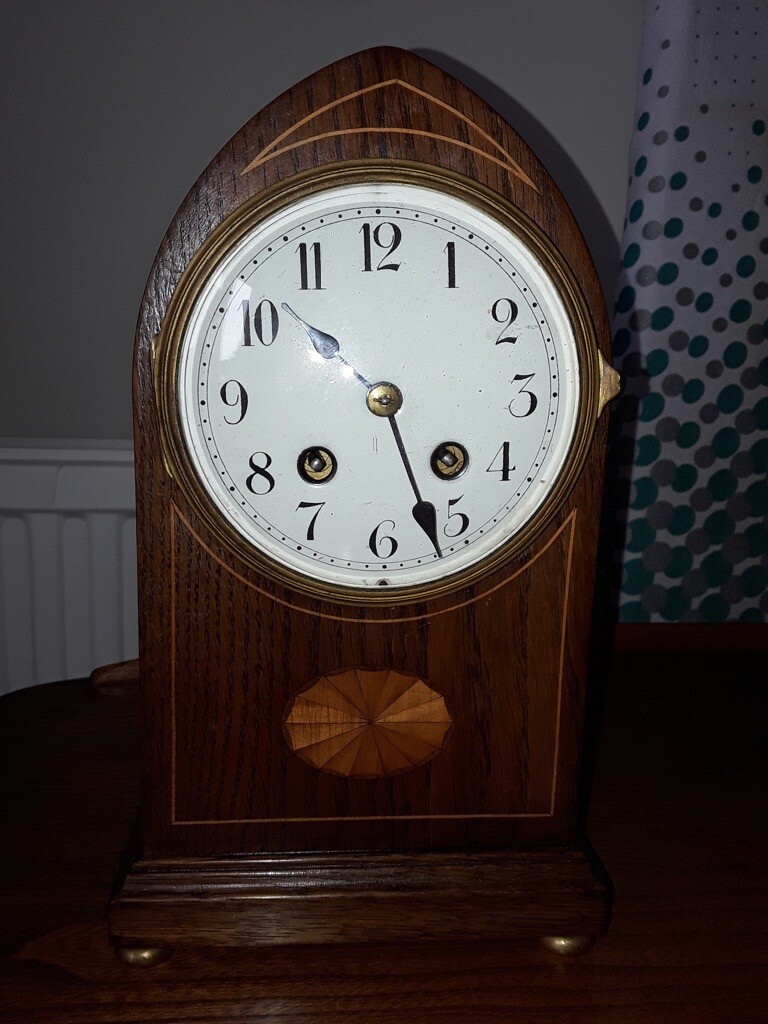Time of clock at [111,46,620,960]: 10:26
